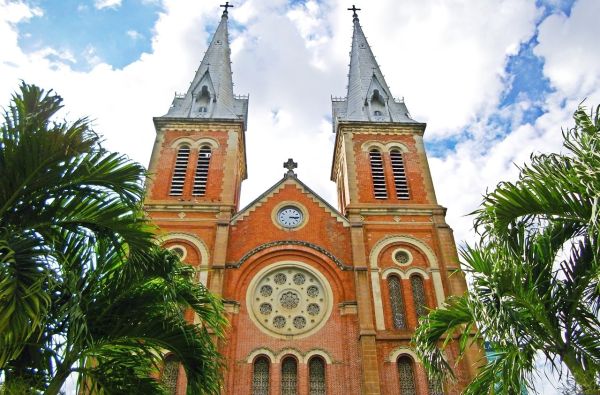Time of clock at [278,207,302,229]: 3:14
